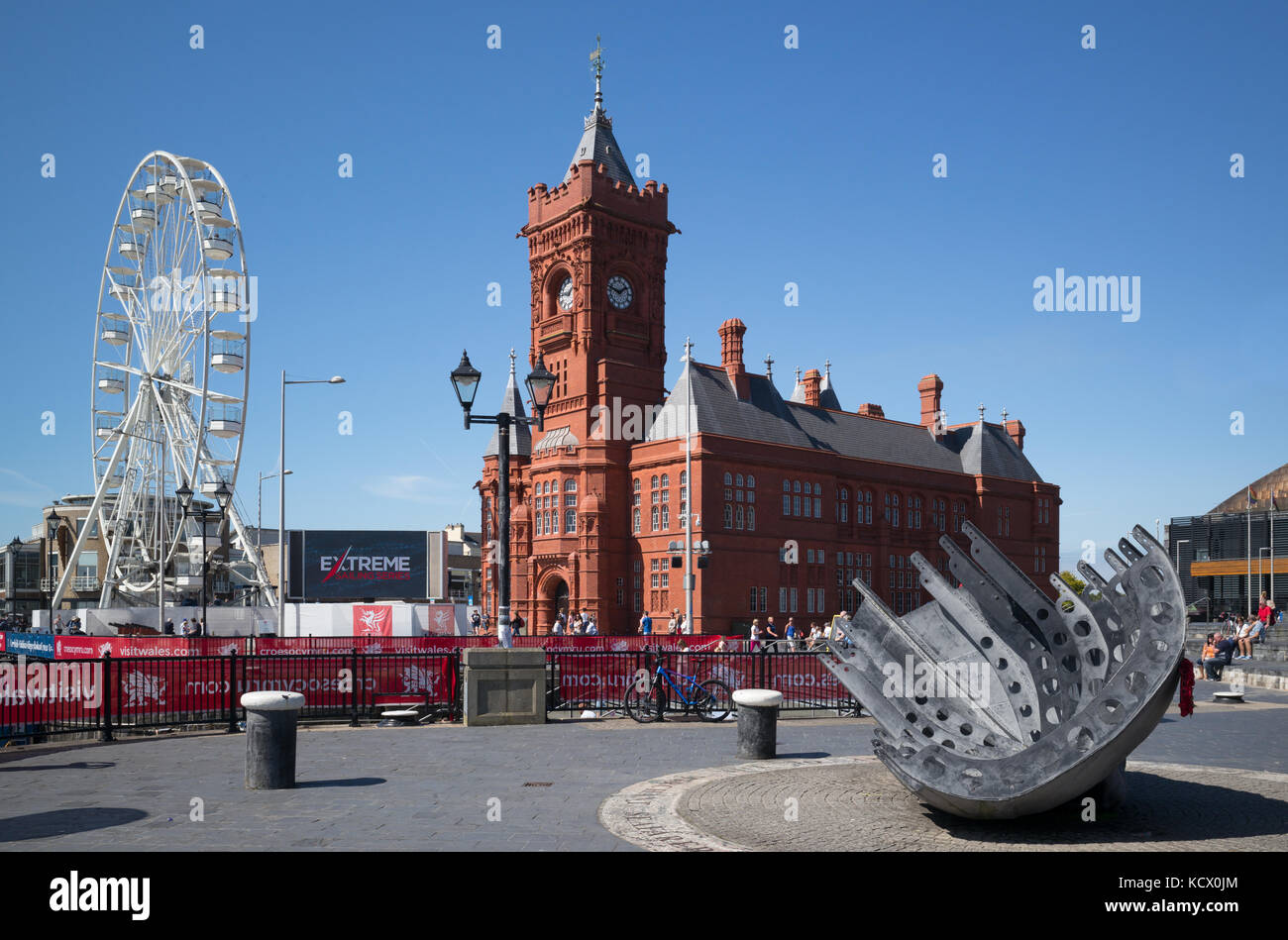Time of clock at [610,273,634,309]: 1:47
